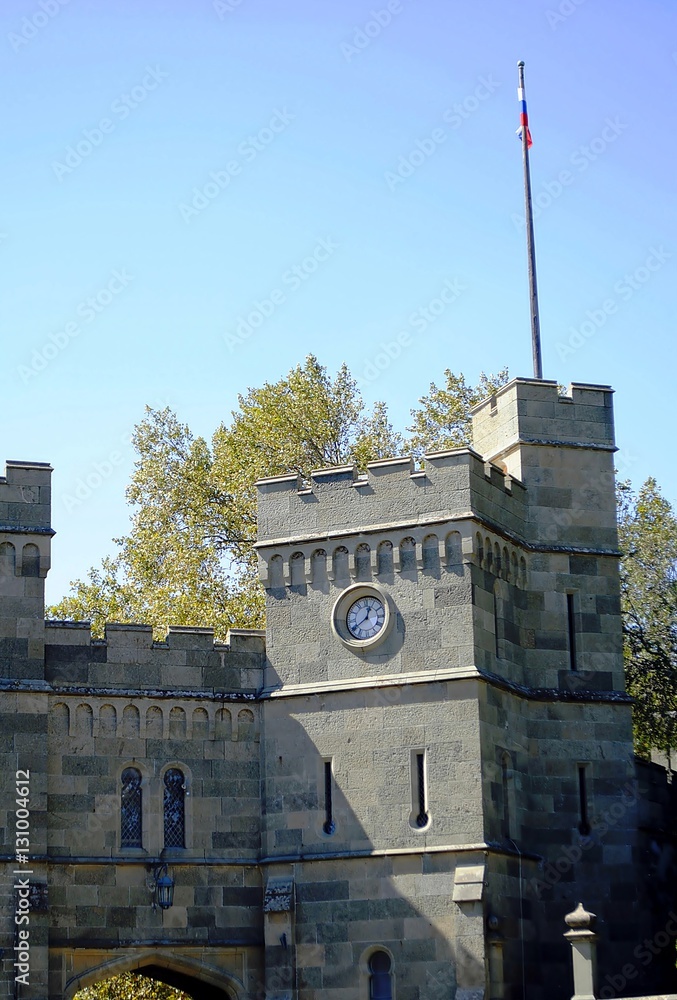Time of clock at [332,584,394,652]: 12:39
